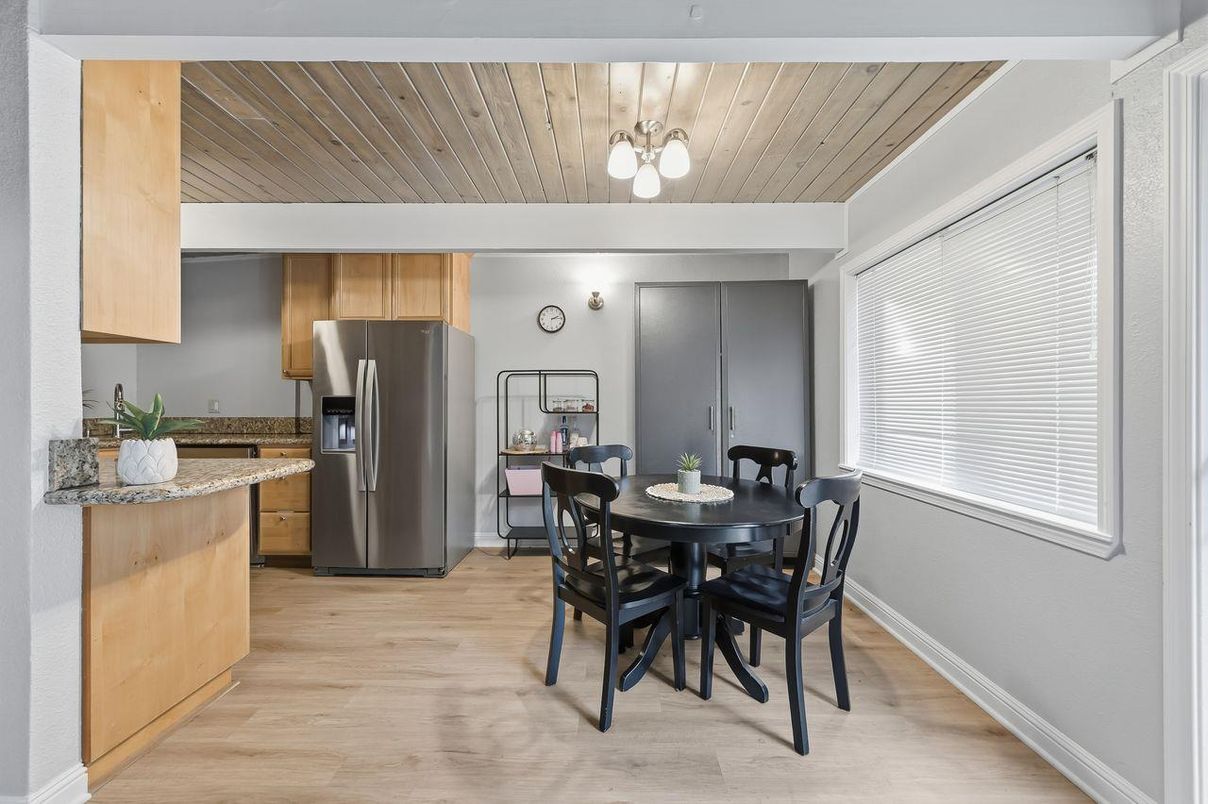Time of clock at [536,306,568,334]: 2:14
